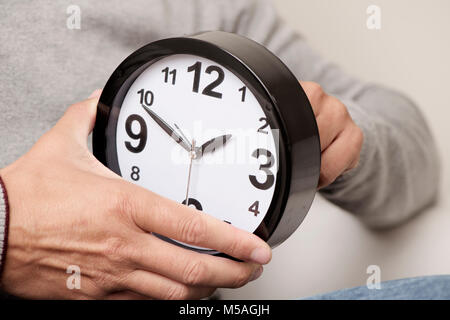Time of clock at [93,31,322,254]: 1:49
